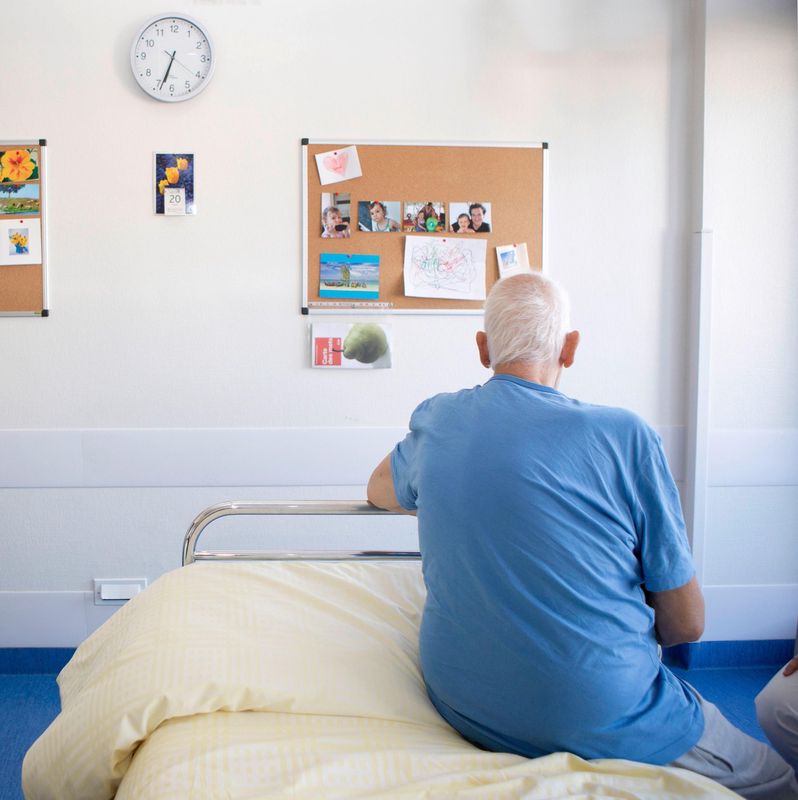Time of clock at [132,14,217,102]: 6:33
